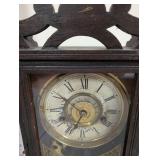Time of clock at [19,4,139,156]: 6:50
